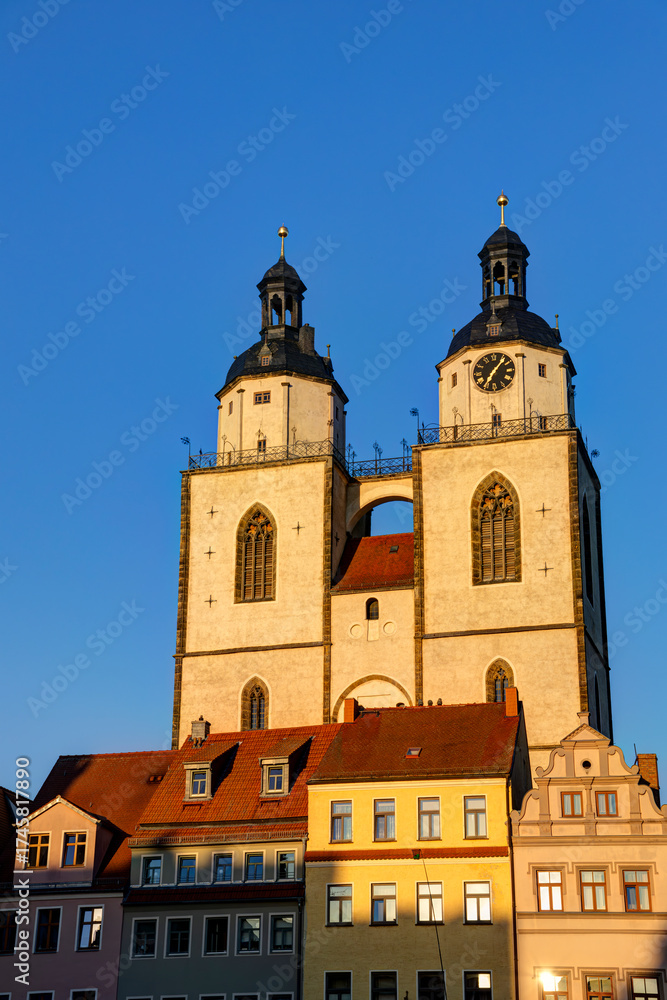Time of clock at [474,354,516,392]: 7:06
